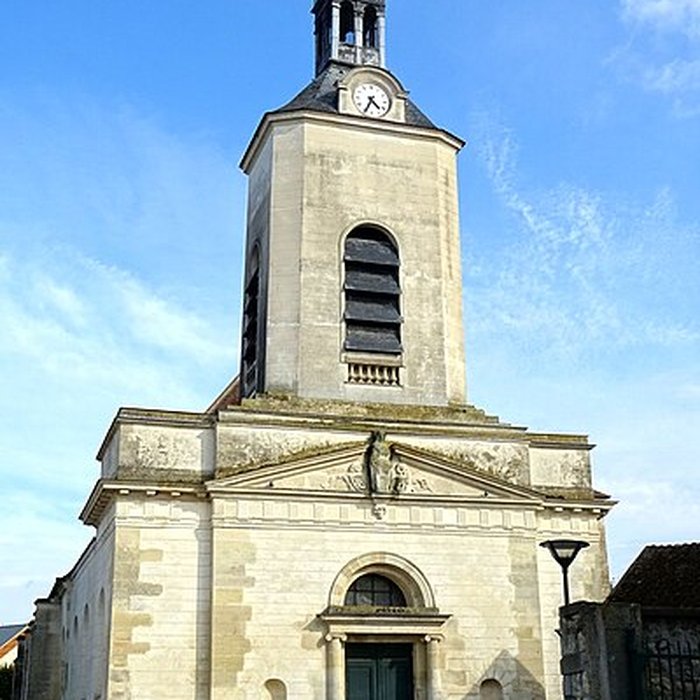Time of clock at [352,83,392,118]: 4:34
